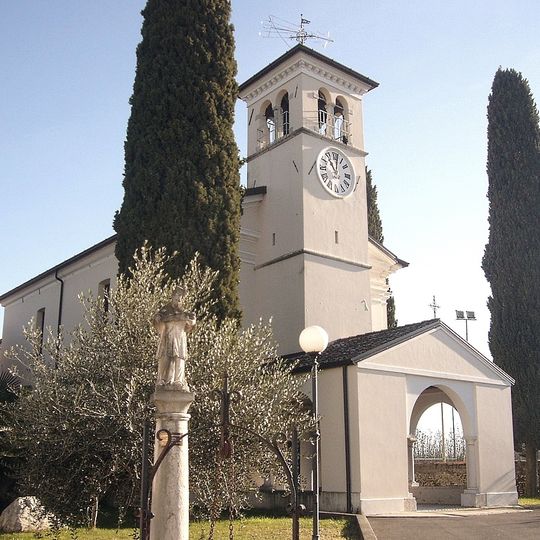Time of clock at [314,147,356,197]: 11:01
